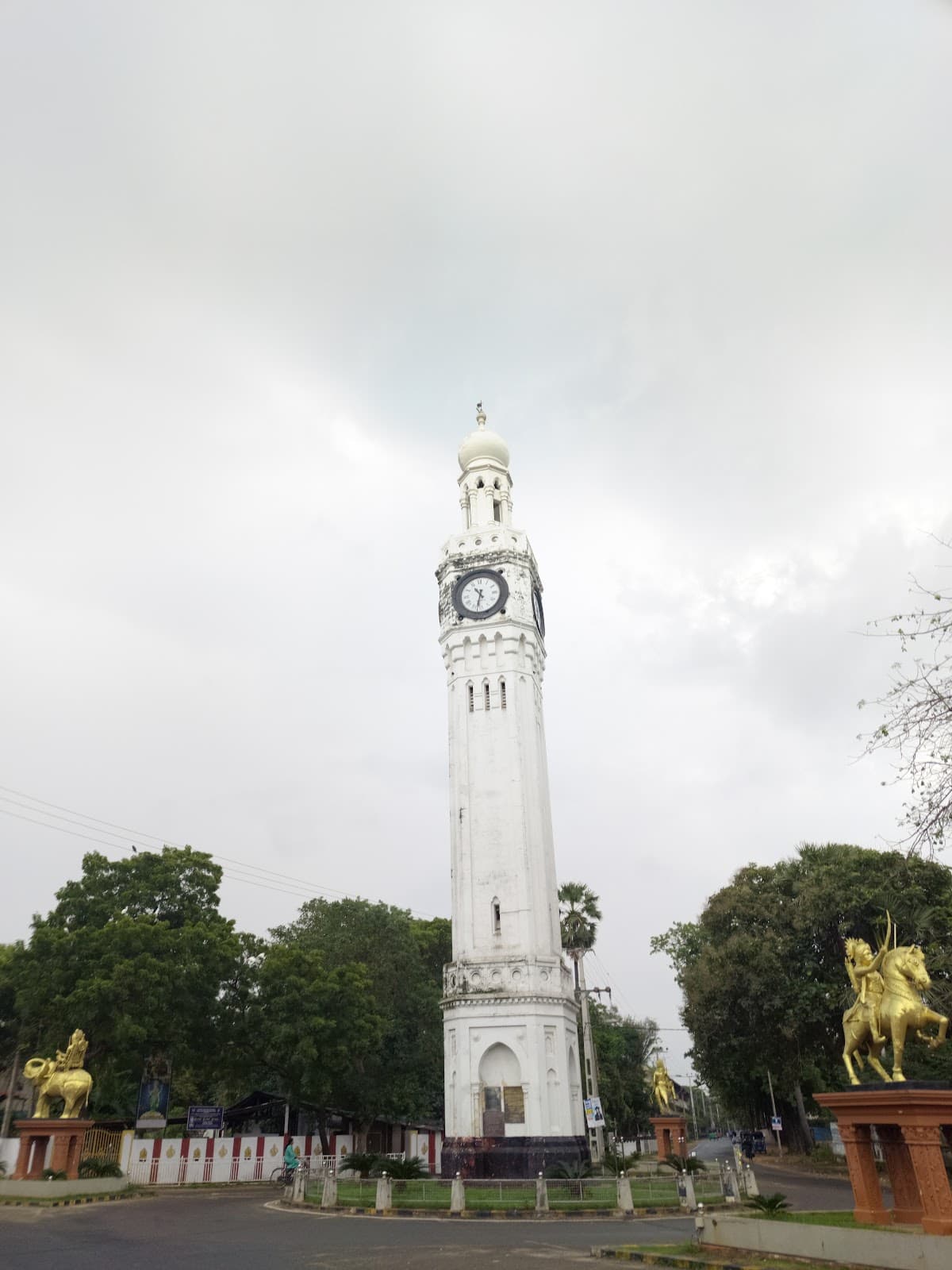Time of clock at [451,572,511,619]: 10:32
